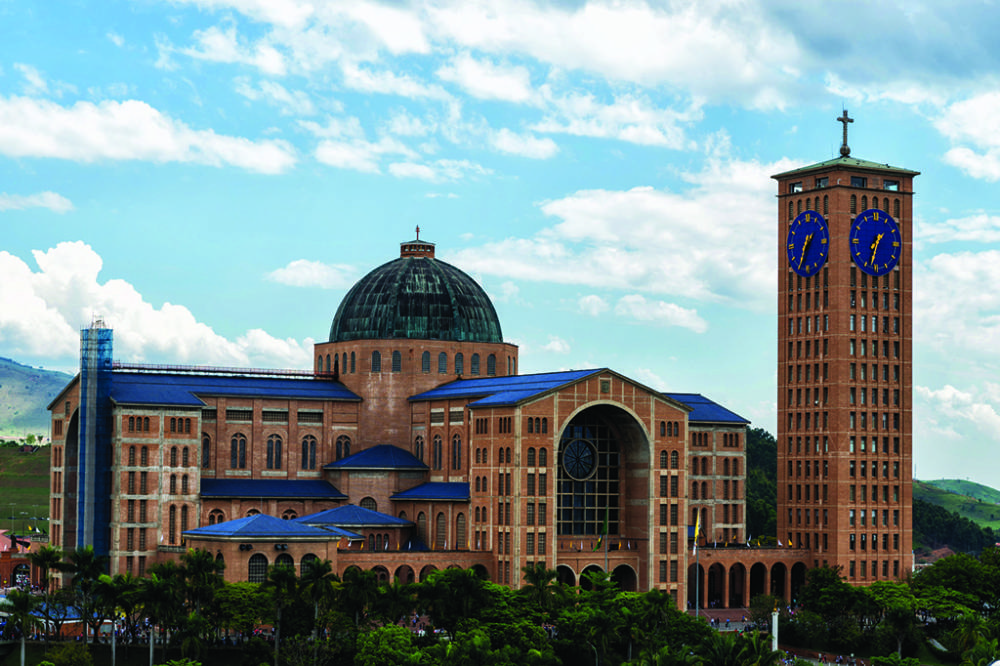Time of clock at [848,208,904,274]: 1:32
